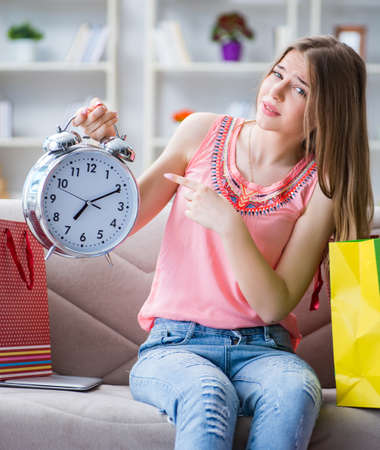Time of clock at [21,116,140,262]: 7:10
